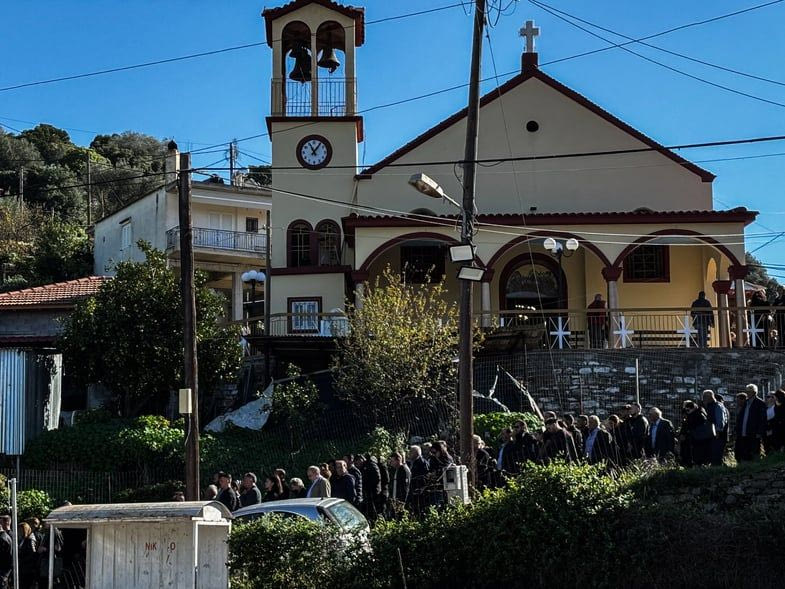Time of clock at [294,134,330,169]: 11:06
